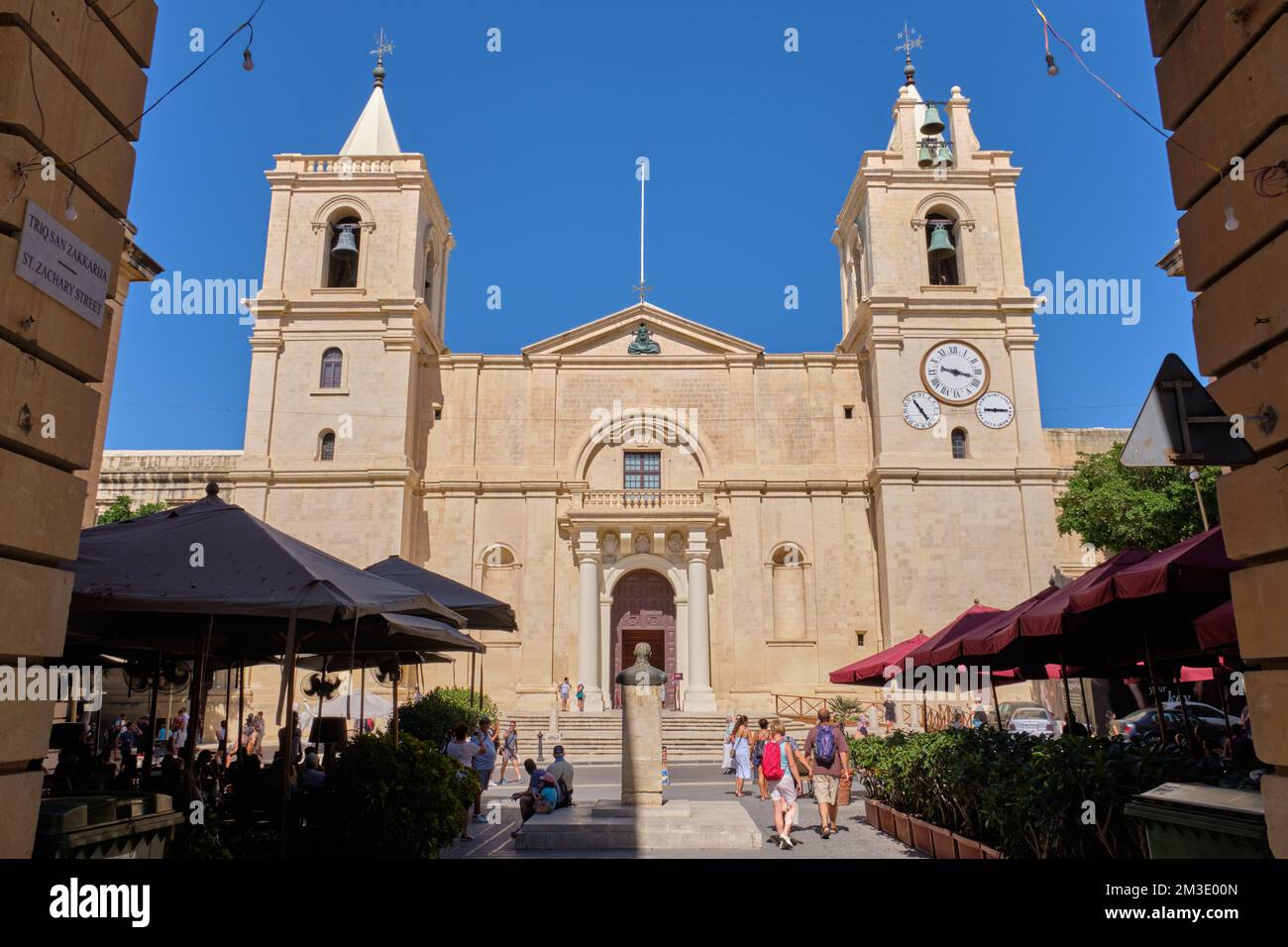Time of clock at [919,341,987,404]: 9:17
